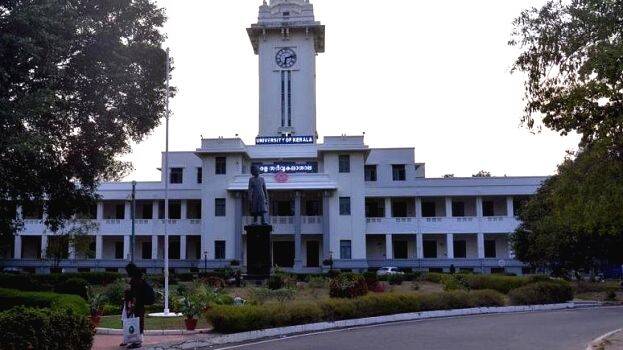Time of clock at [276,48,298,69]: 6:13
